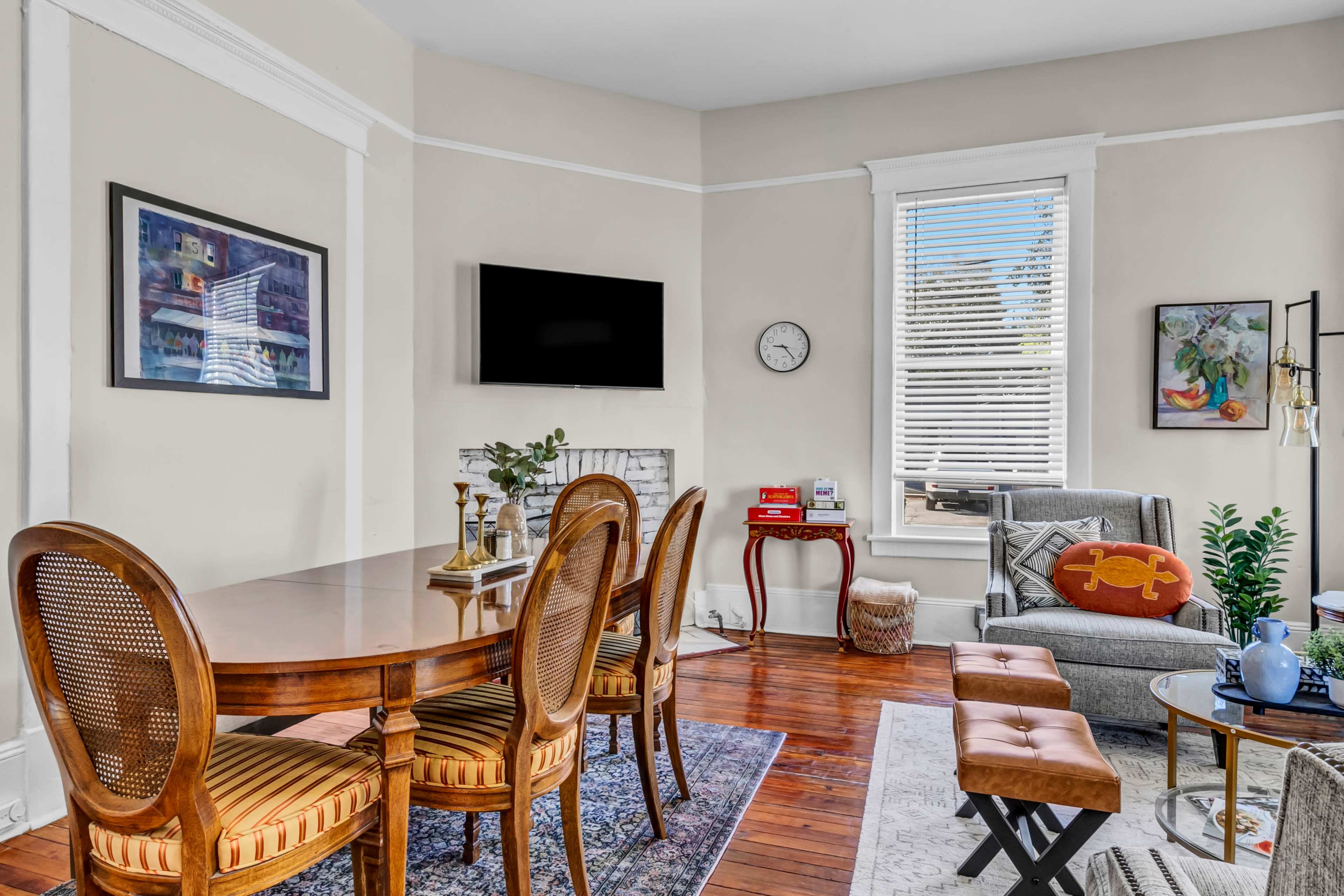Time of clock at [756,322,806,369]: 9:23
